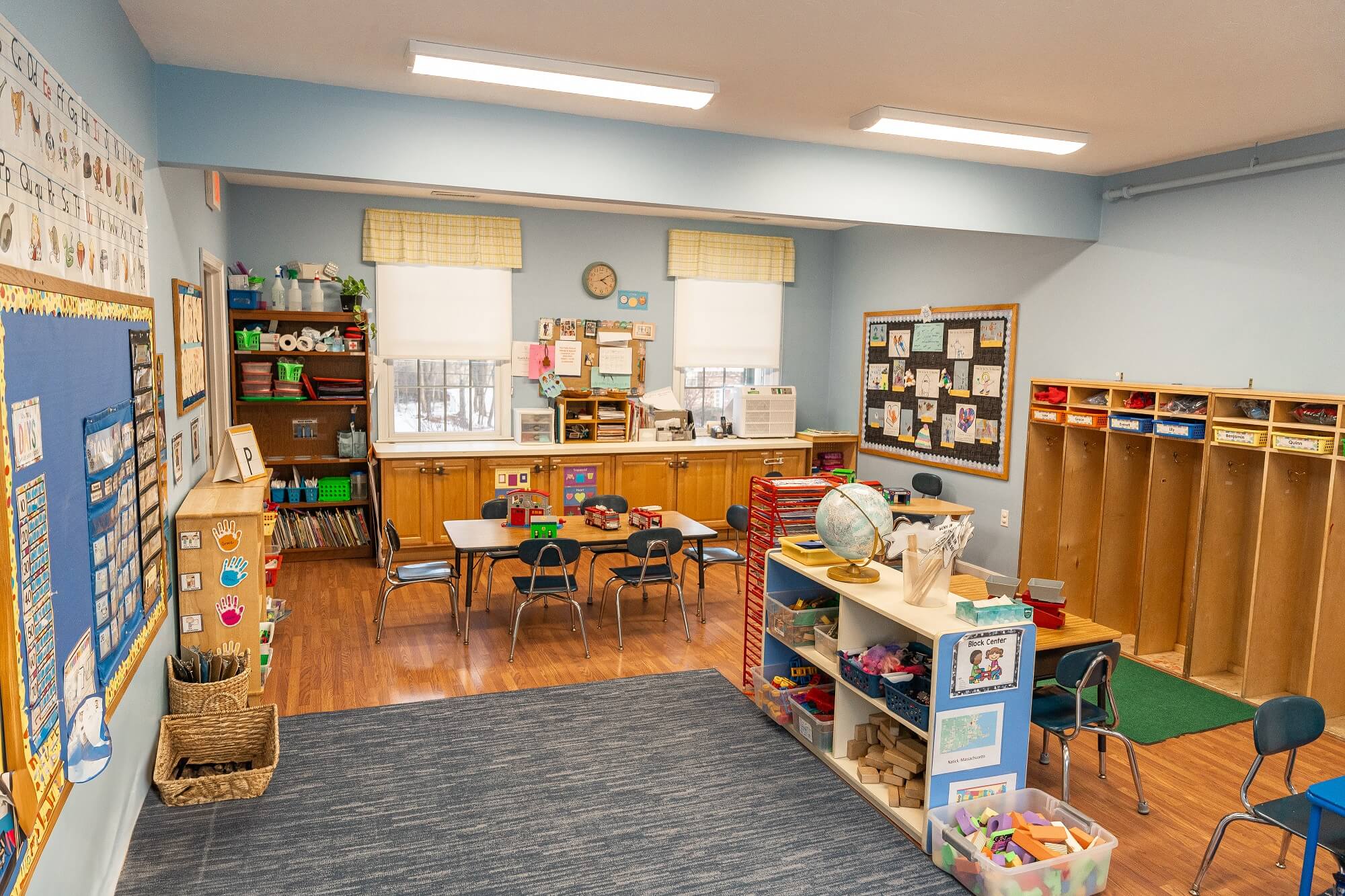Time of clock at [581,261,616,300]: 4:09
